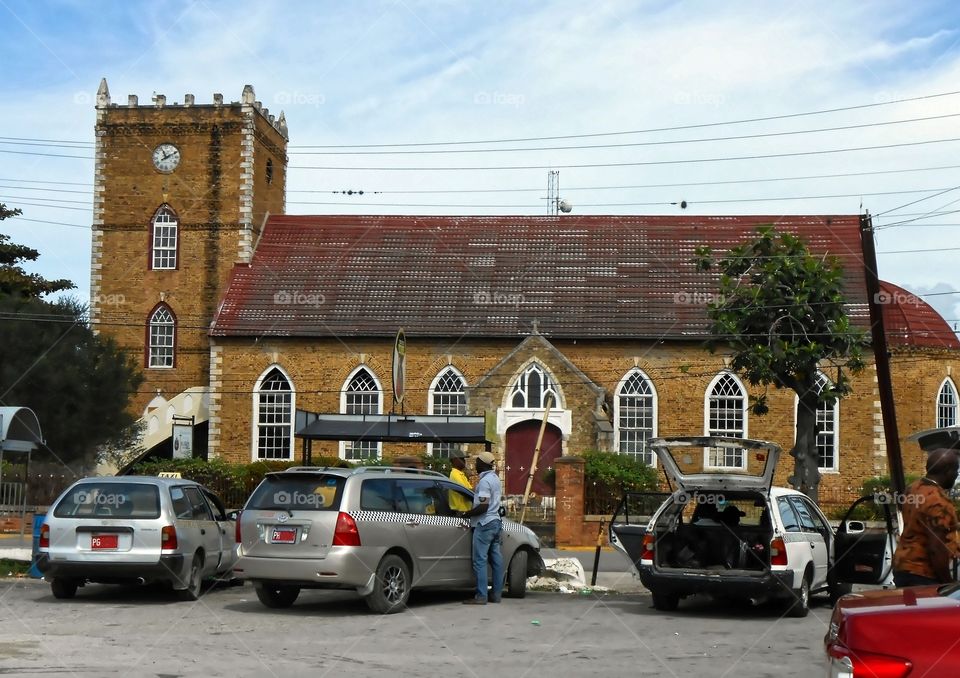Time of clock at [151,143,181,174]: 11:10
